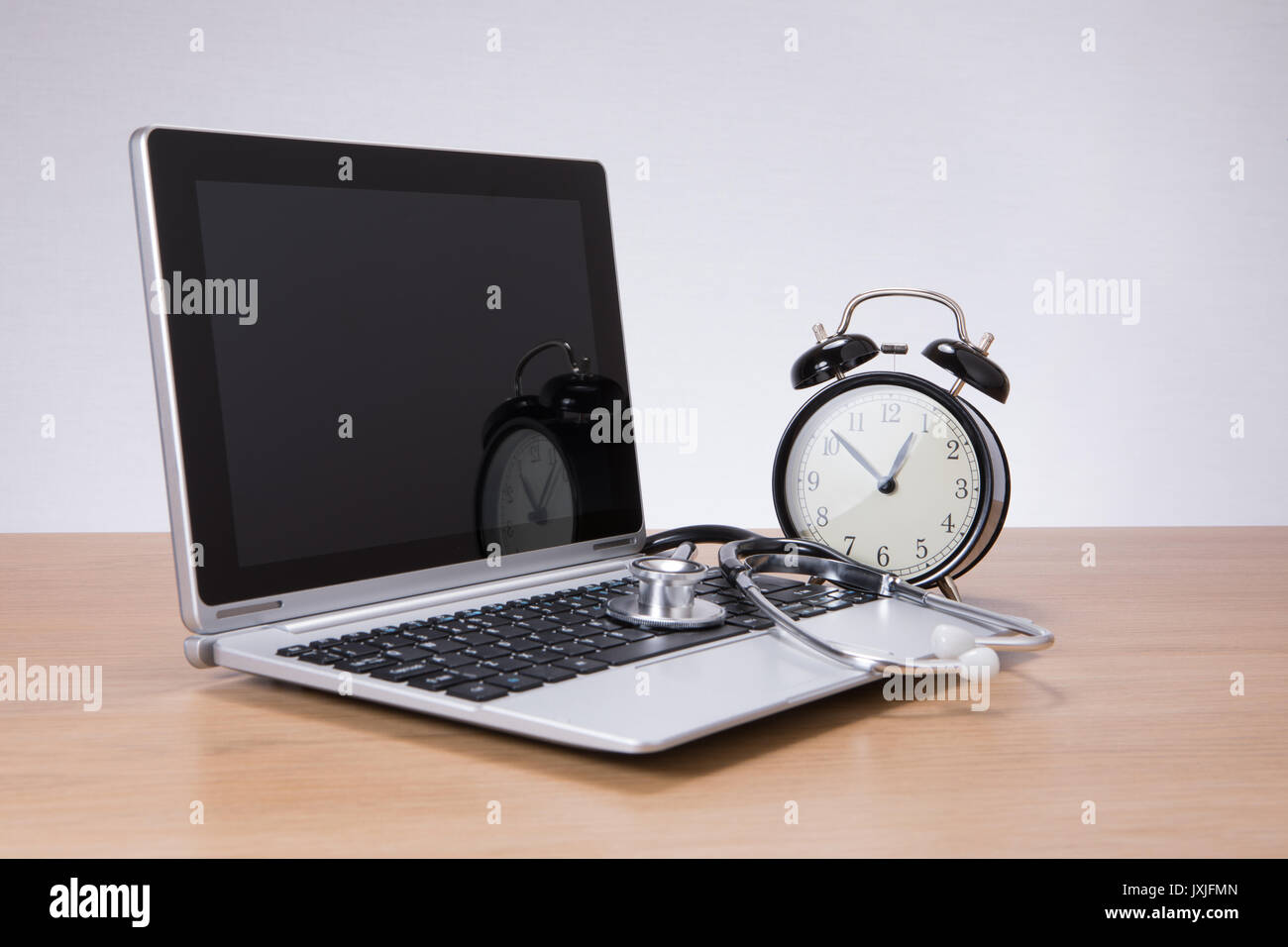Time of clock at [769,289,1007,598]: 12:52
